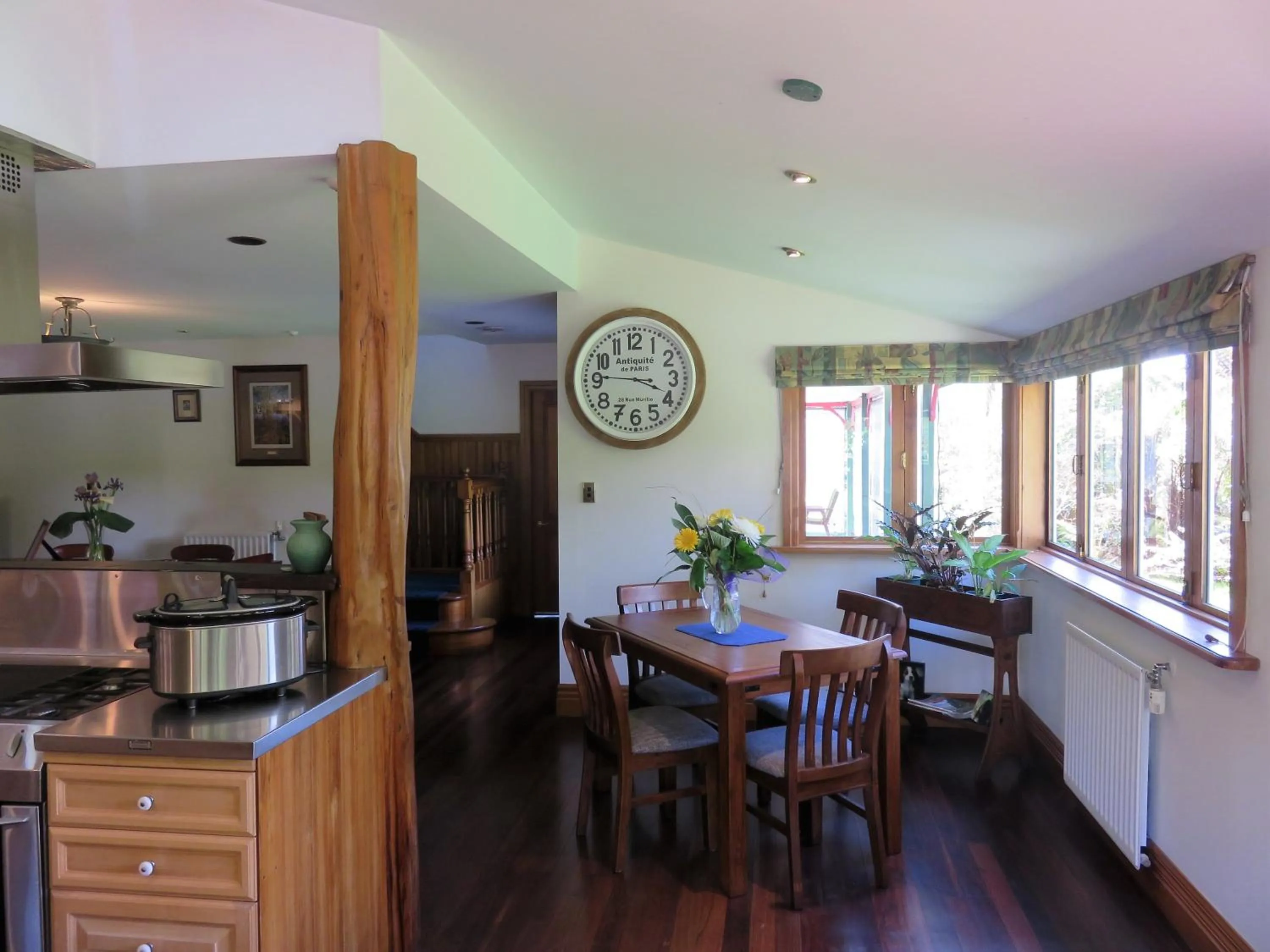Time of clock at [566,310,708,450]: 3:45
